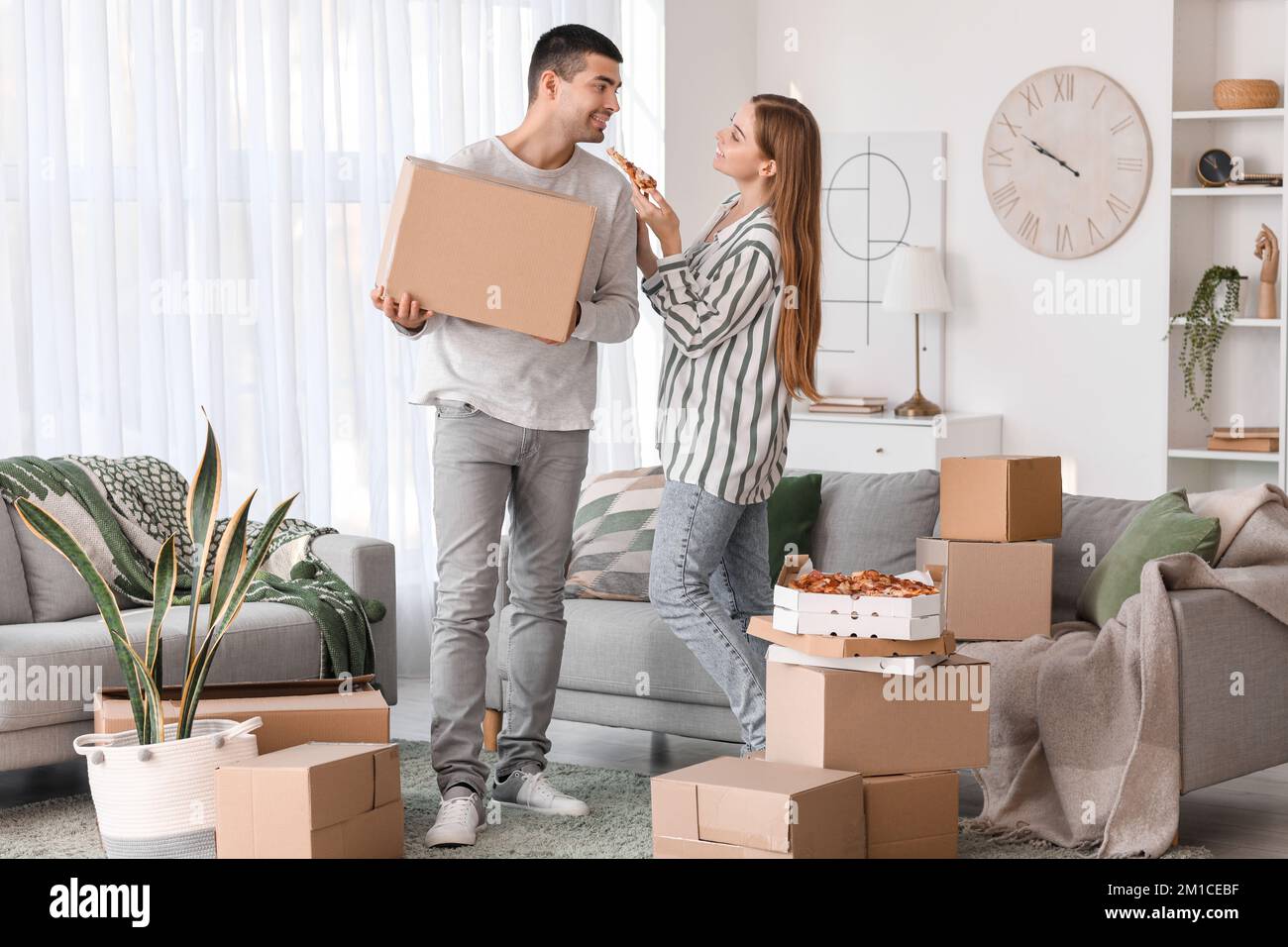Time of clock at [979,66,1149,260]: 9:50
